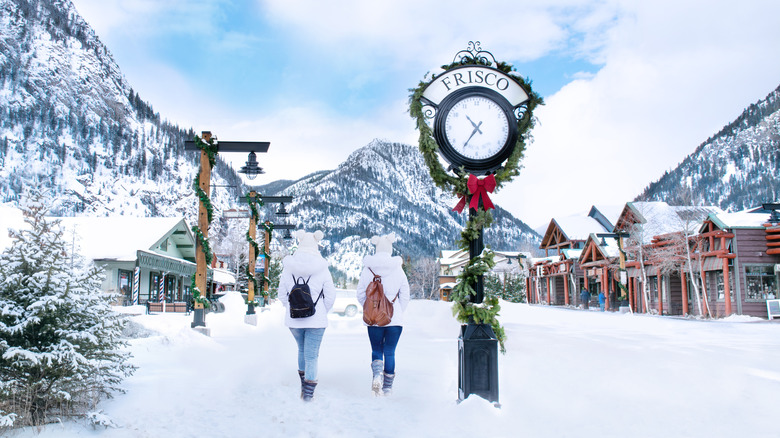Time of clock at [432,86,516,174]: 10:35
